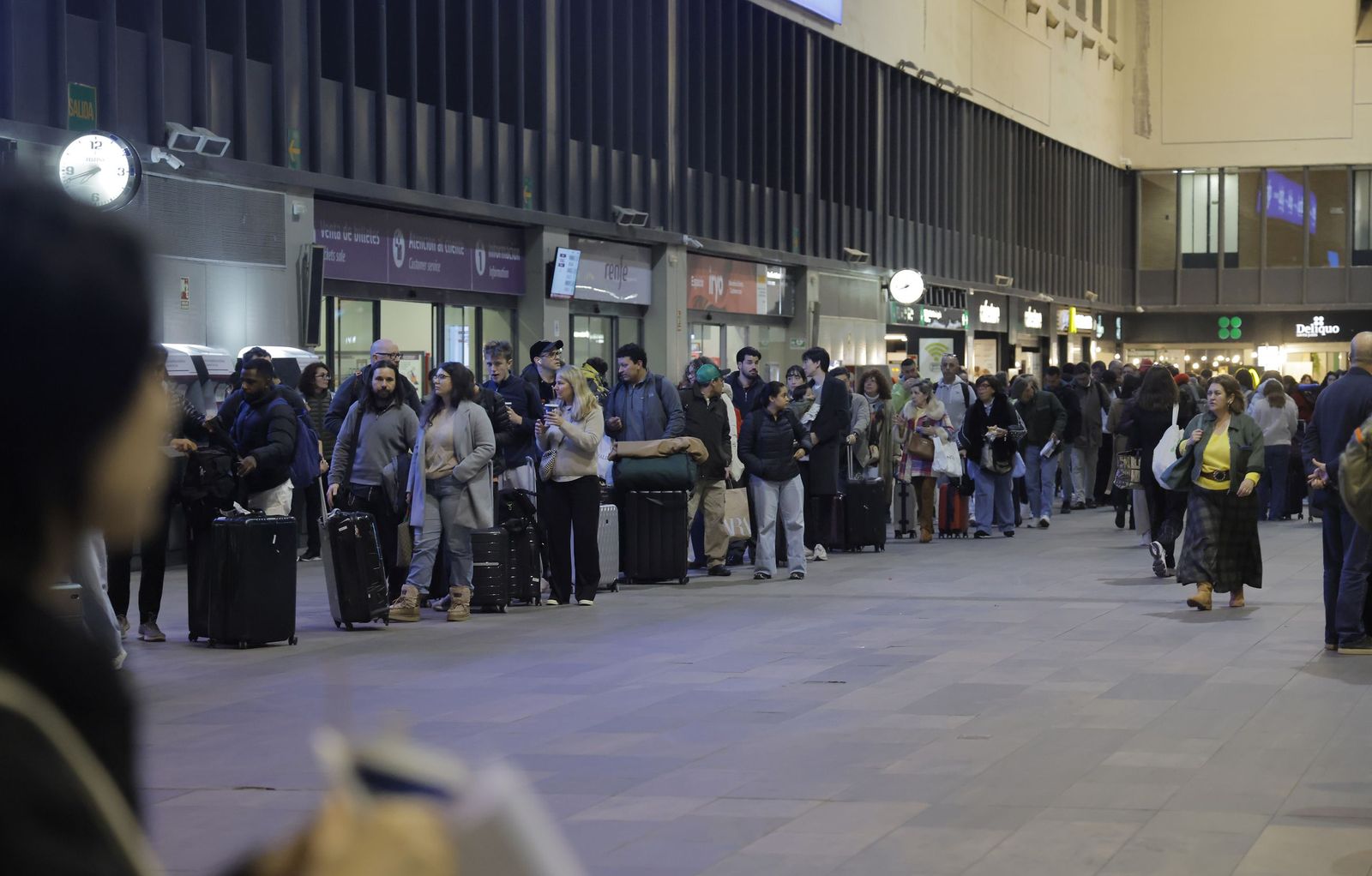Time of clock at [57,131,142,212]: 7:41
